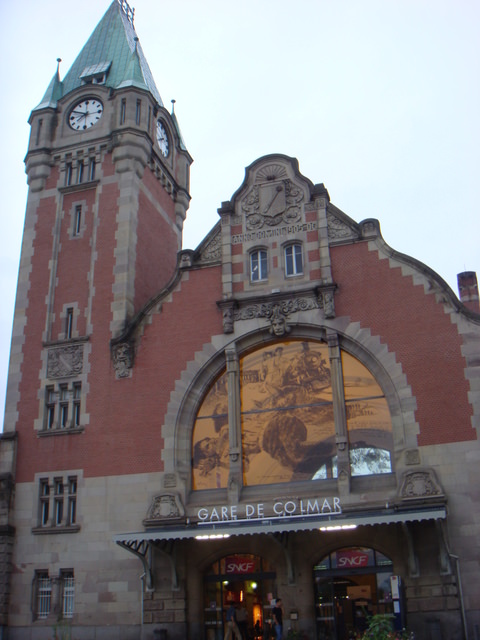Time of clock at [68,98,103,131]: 7:49
